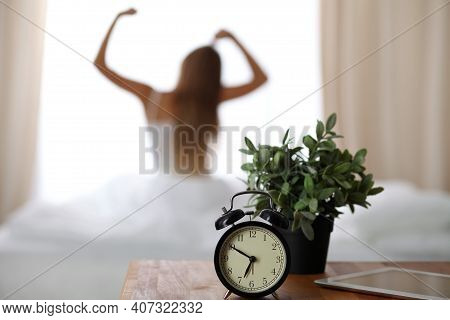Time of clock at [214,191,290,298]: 6:50
